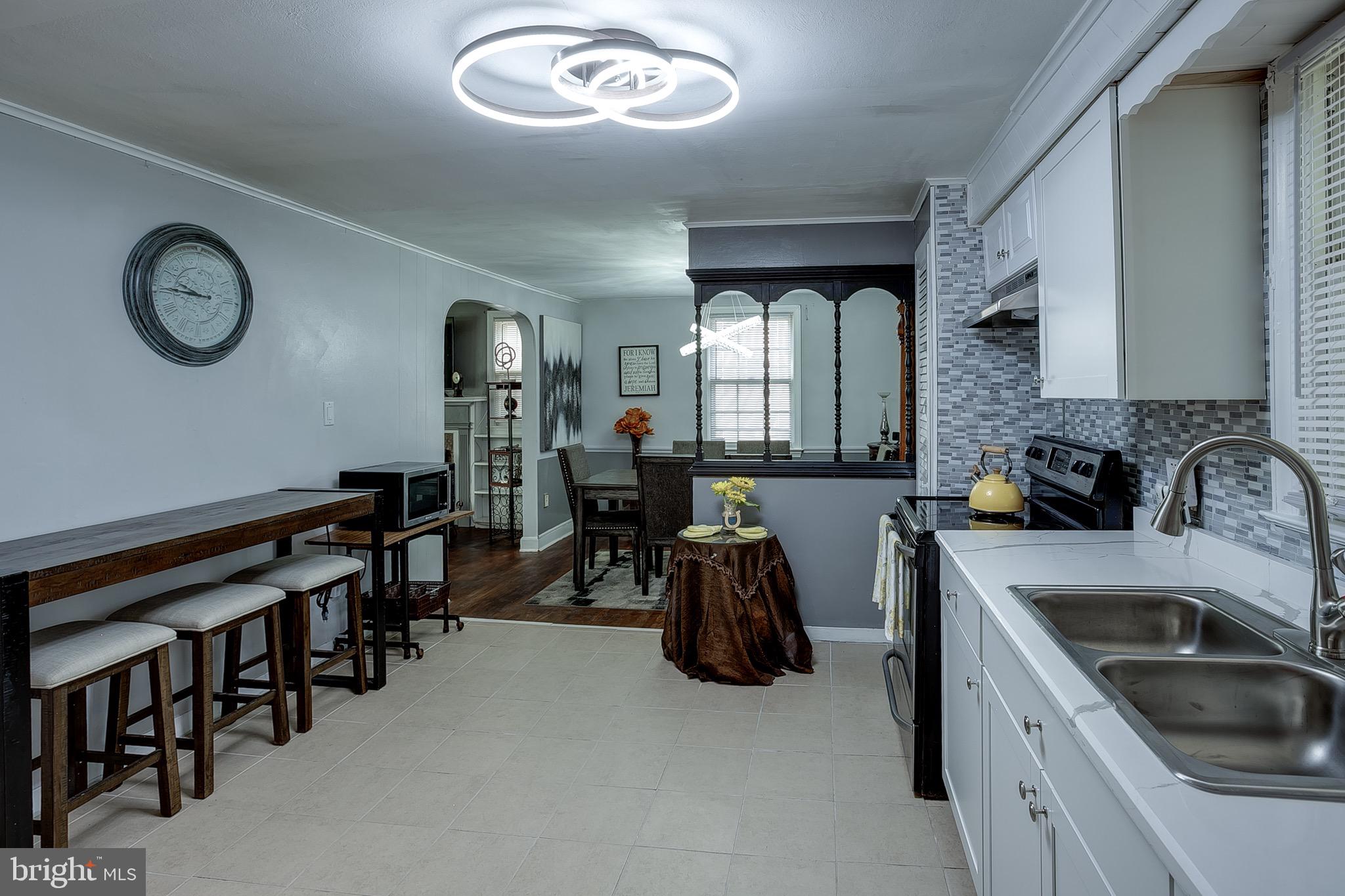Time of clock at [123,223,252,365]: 8:45
